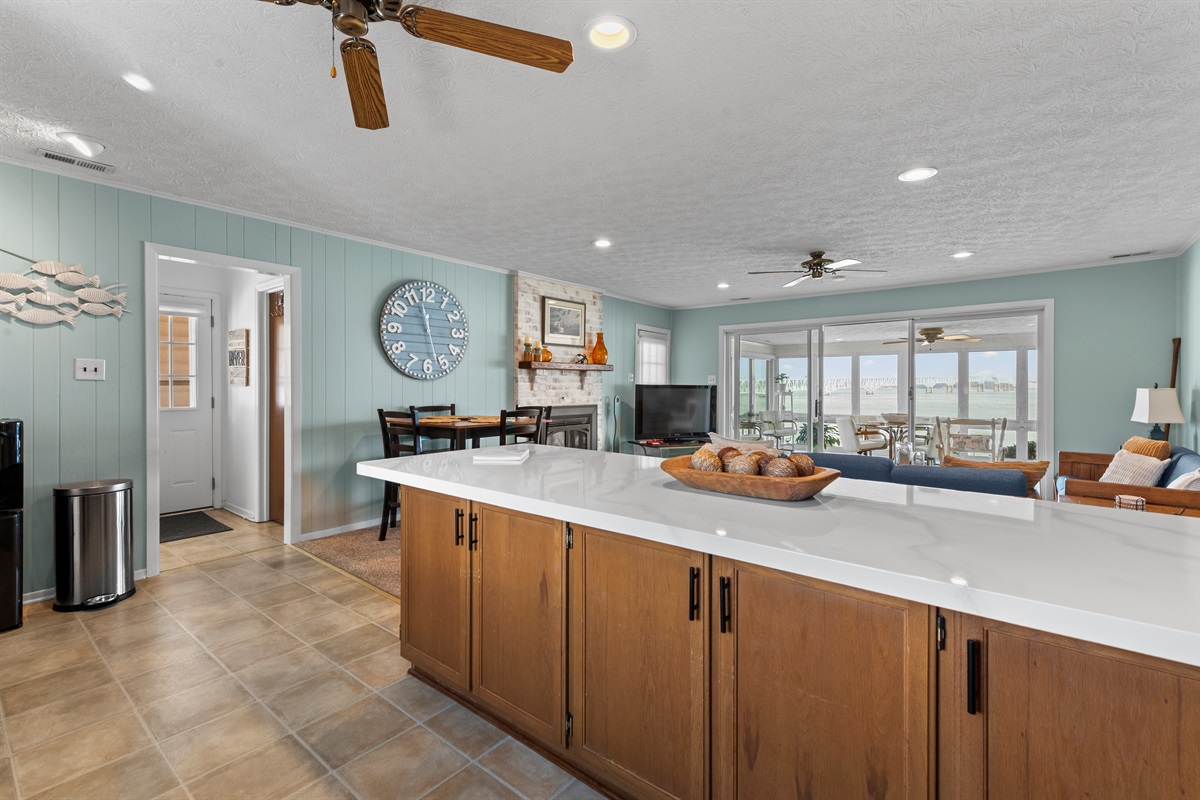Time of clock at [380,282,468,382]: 11:57
